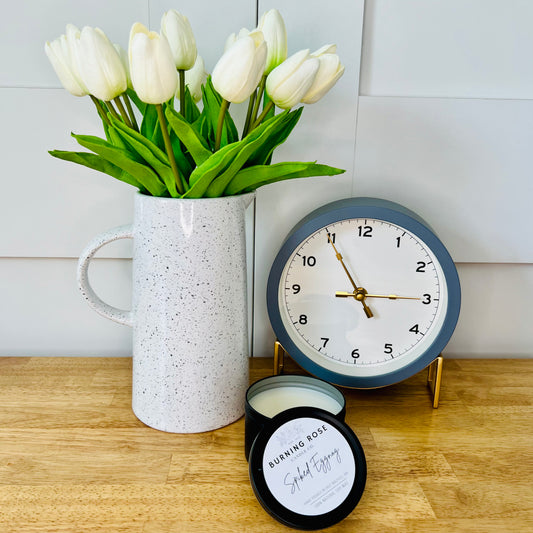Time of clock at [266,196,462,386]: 2:54
